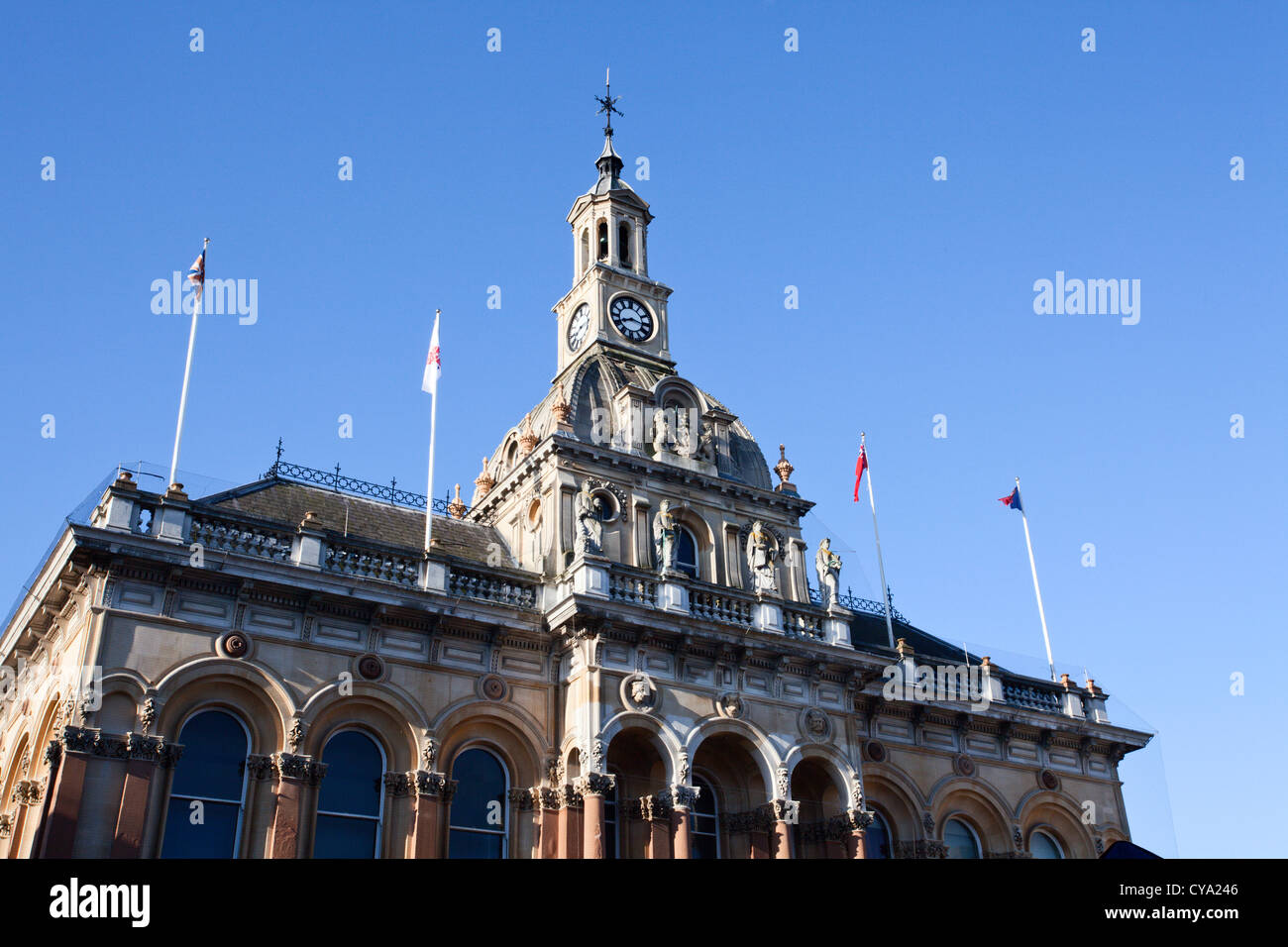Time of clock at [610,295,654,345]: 8:16
